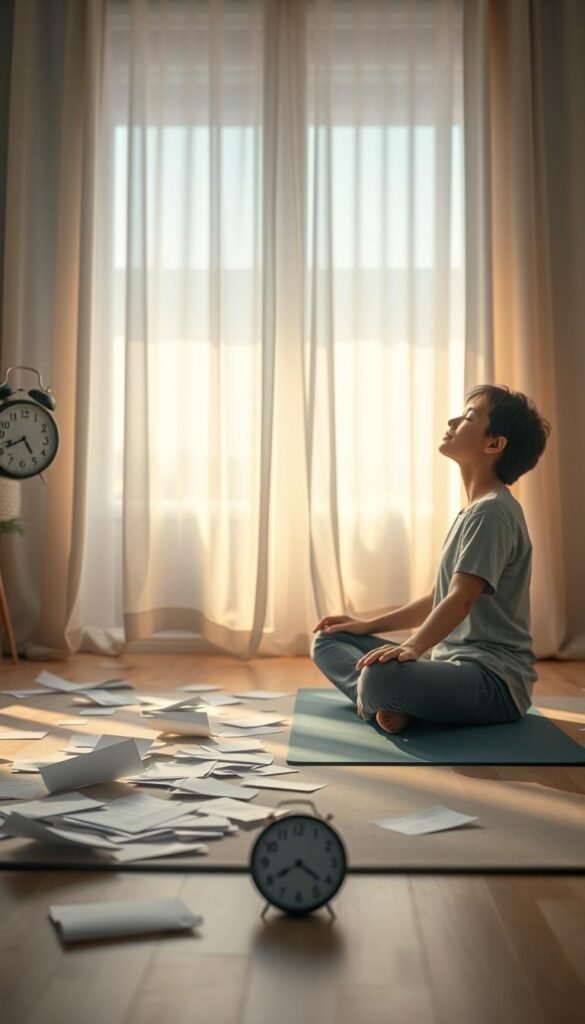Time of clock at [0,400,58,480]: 4:40
